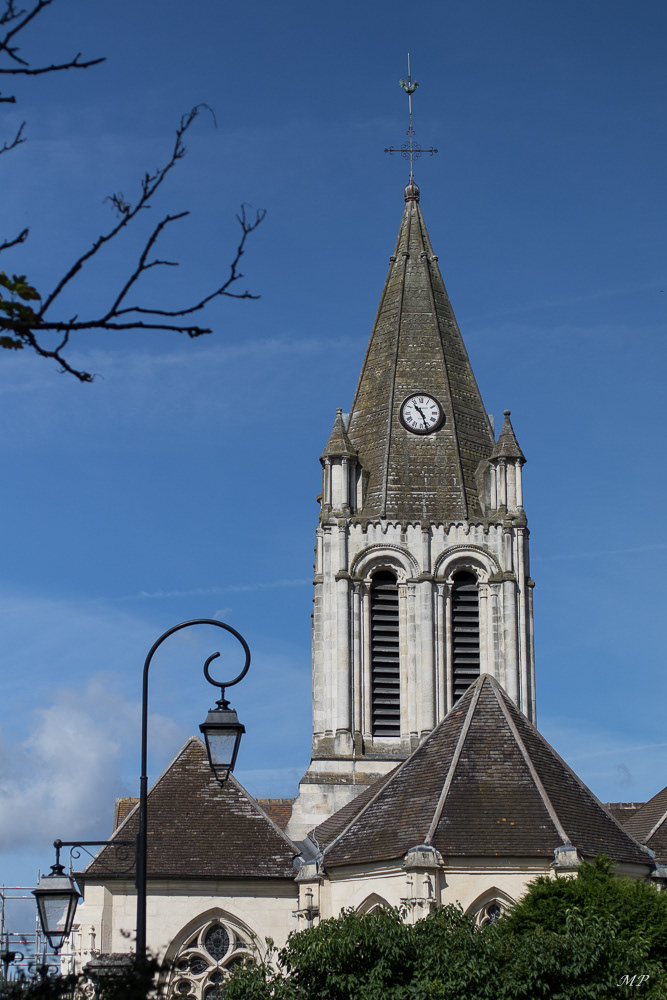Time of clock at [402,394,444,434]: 10:26
